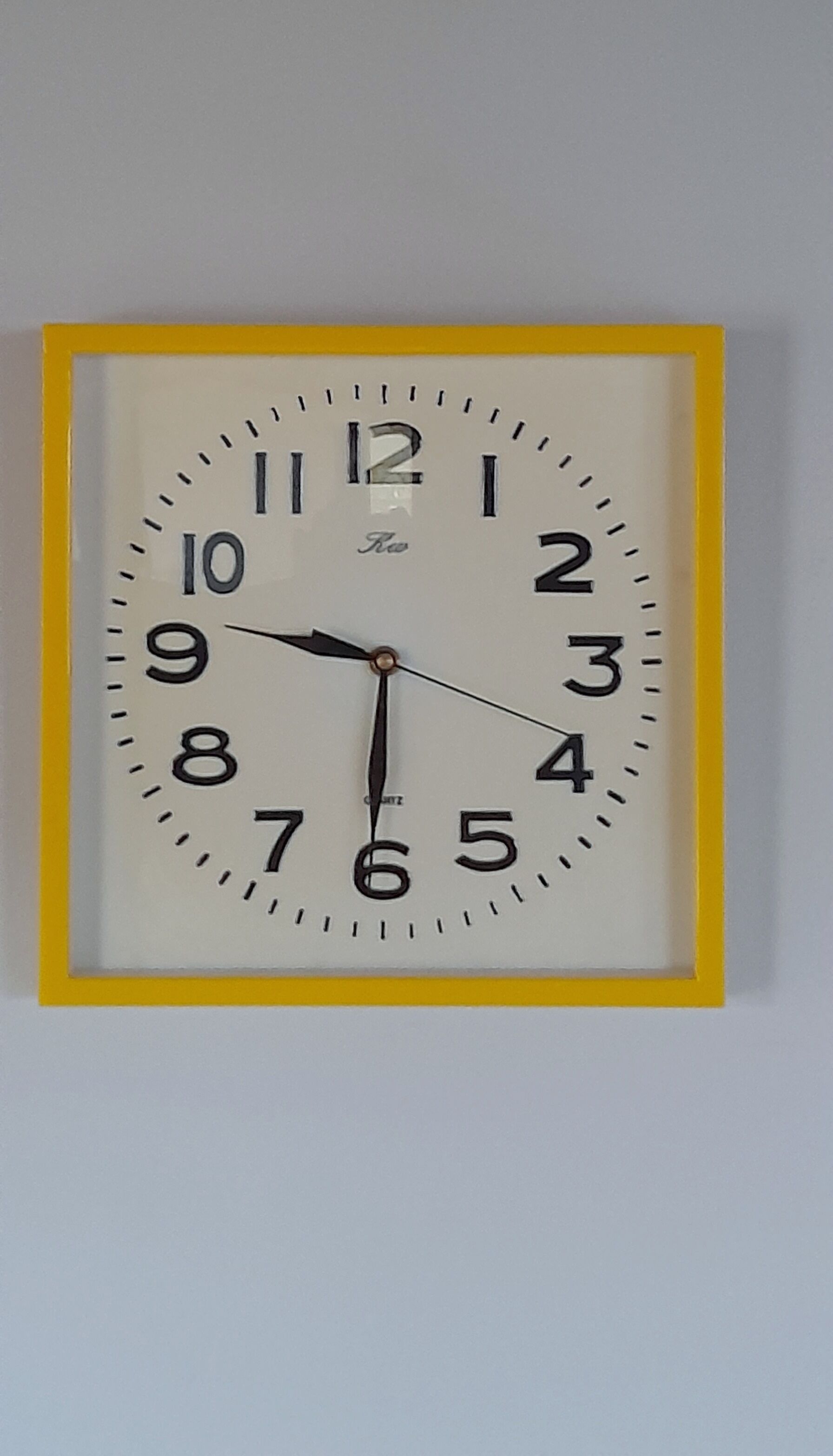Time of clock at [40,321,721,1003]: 9:30
